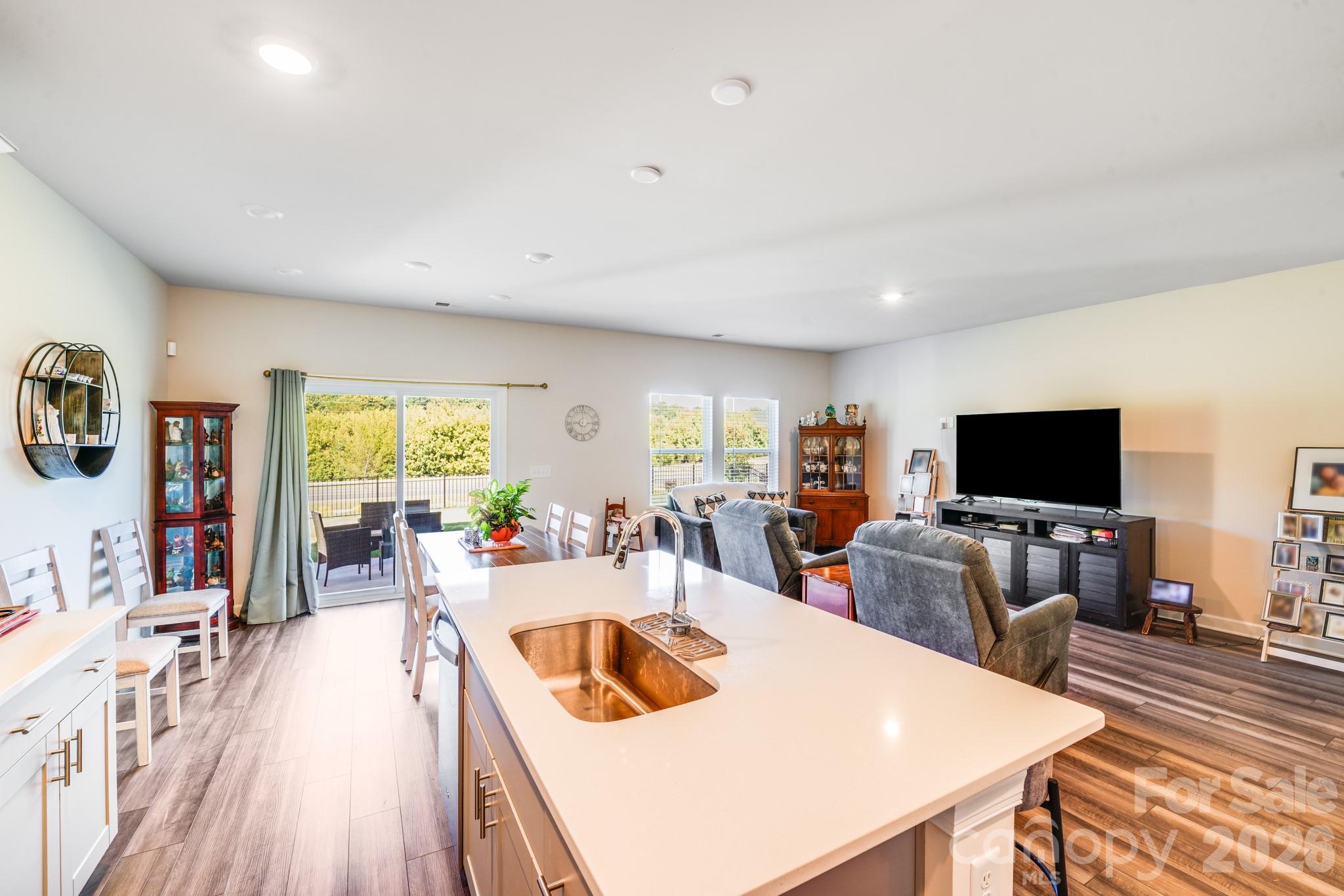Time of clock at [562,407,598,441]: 12:14
